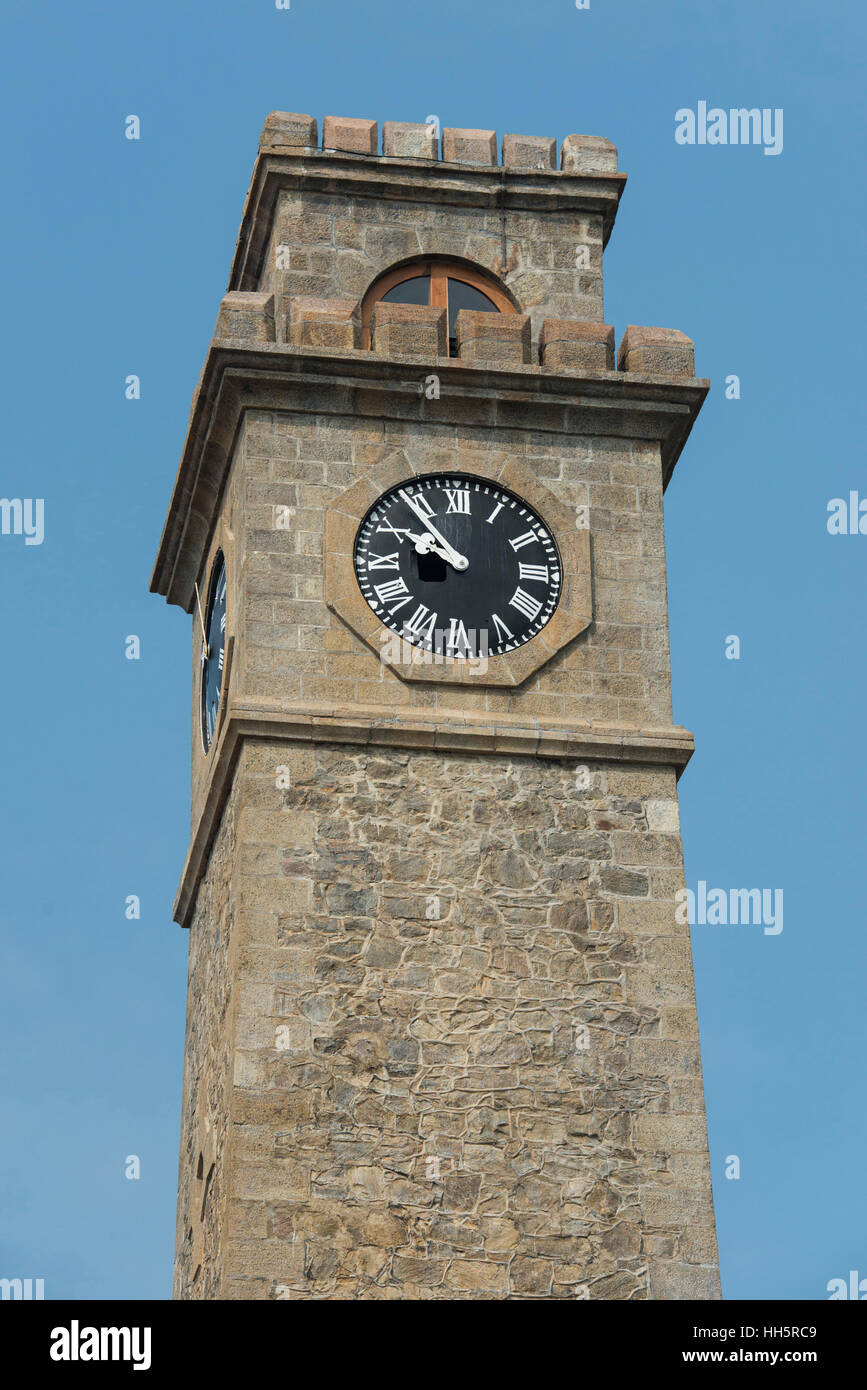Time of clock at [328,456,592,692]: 9:53
